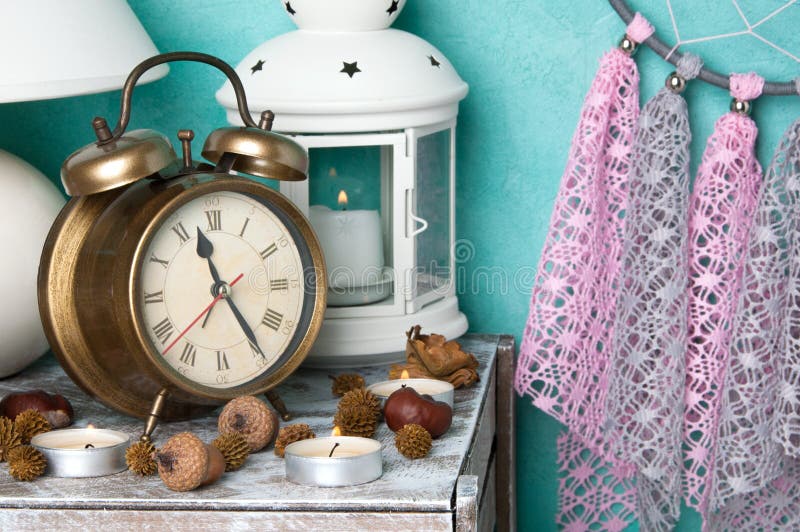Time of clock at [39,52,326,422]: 11:24
